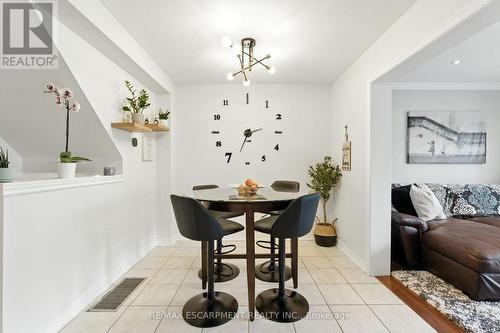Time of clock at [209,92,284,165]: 2:33
